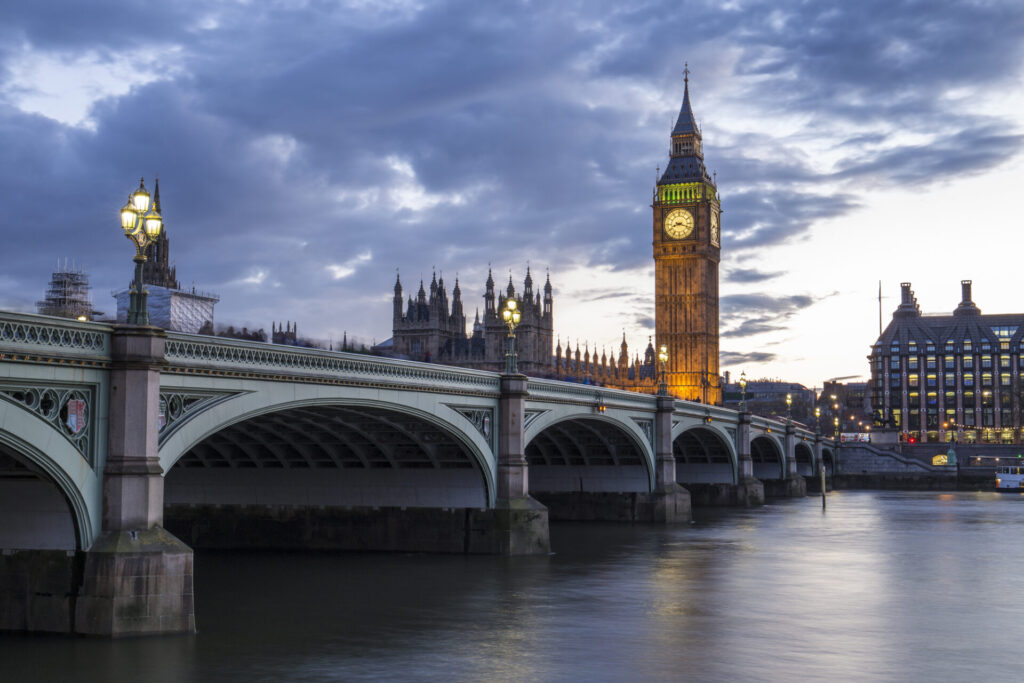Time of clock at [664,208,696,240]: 8:18
